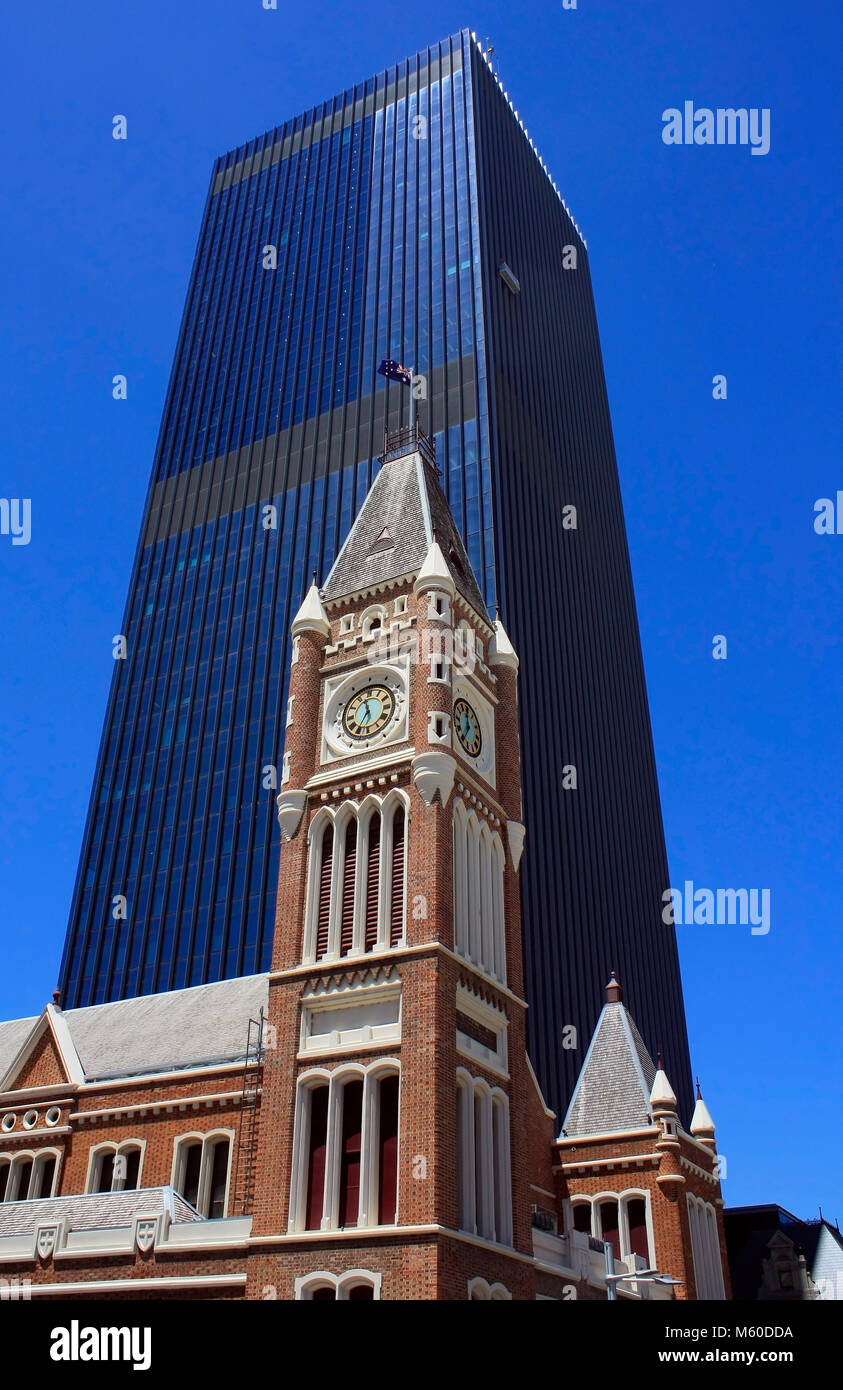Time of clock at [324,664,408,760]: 6:58
